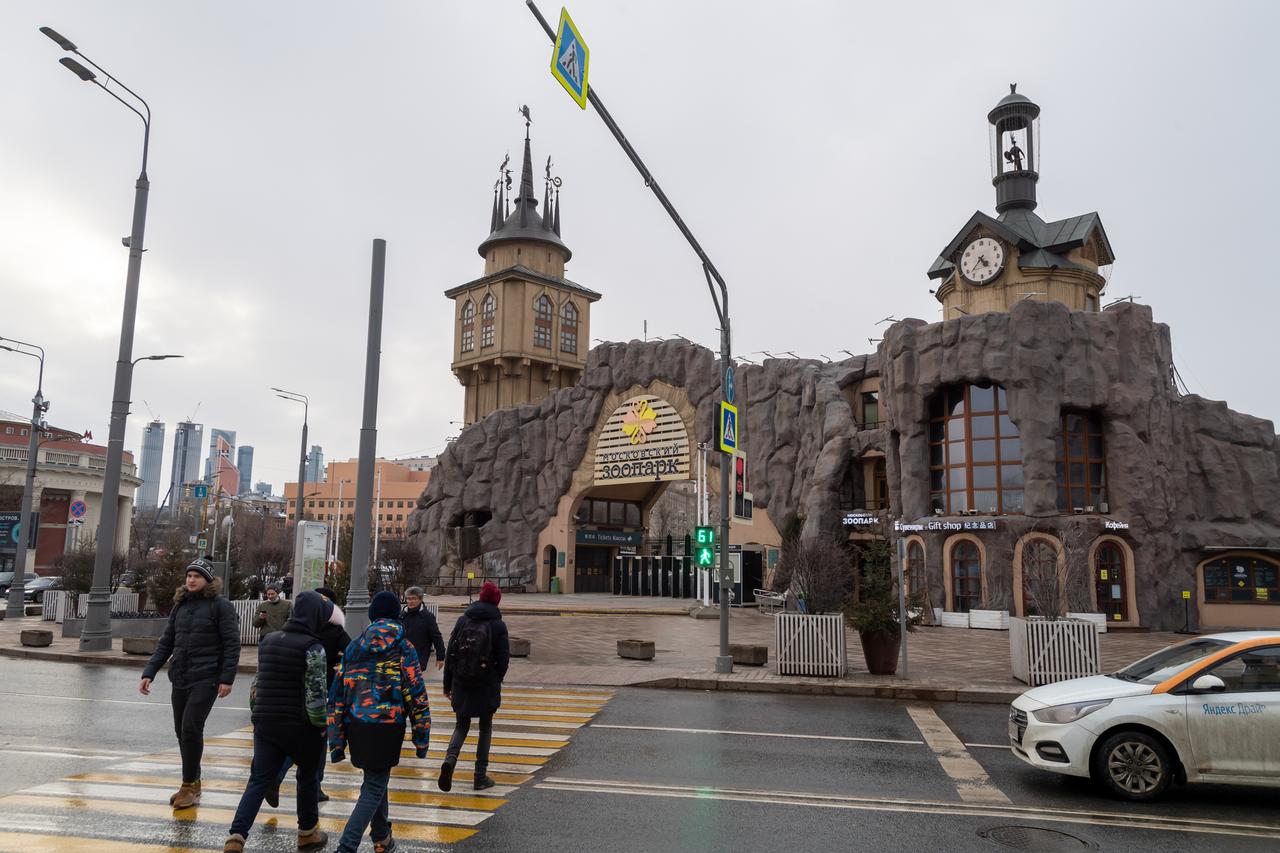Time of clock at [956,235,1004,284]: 4:37
